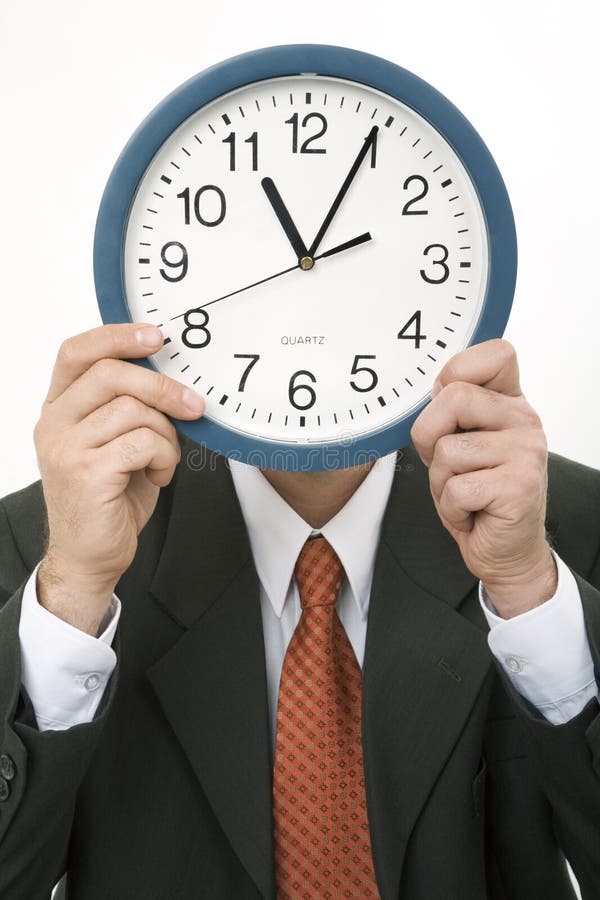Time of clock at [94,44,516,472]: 11:04
